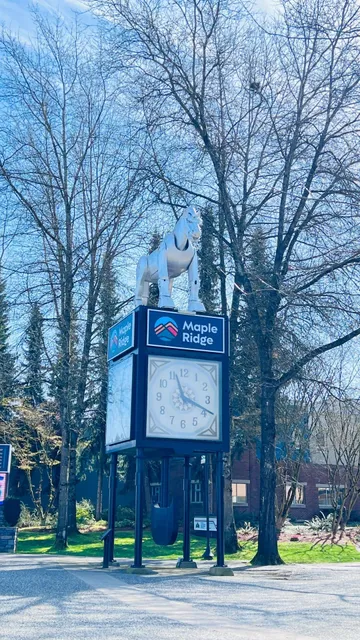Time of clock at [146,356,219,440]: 11:18
